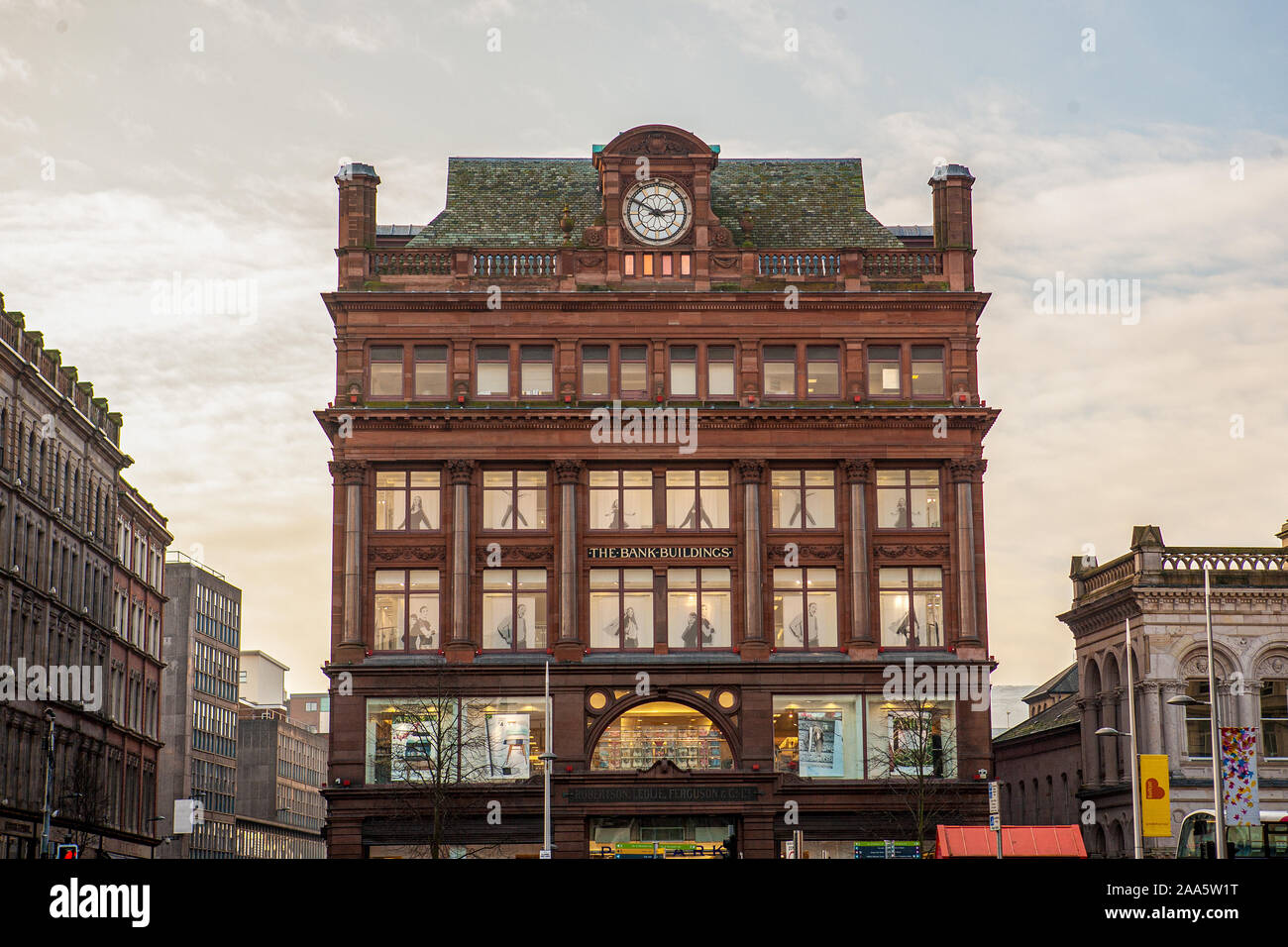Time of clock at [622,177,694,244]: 2:50
